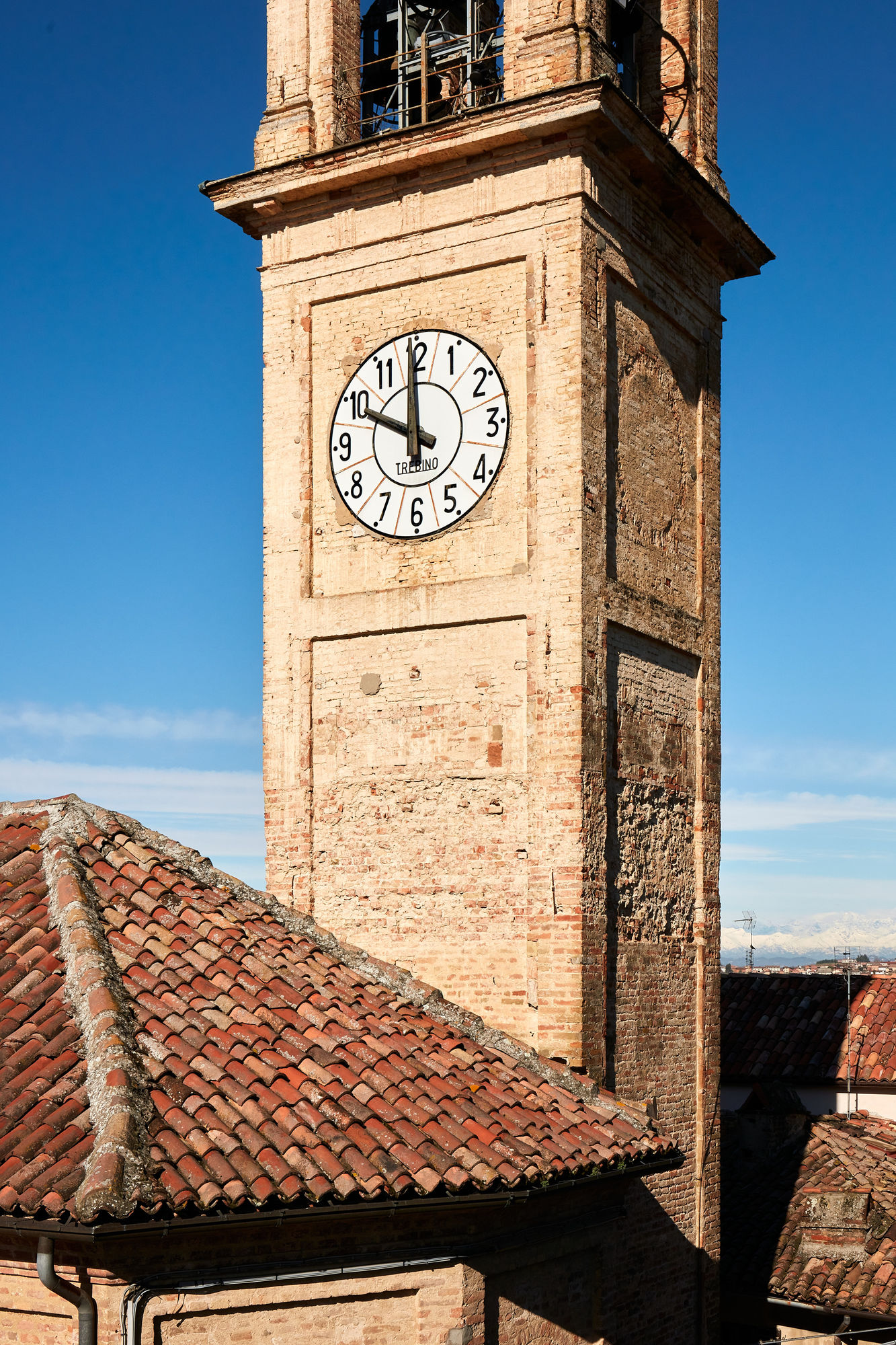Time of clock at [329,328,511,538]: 9:59
